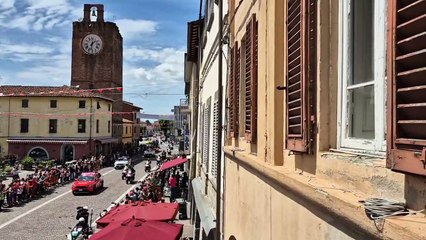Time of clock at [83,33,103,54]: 1:32
